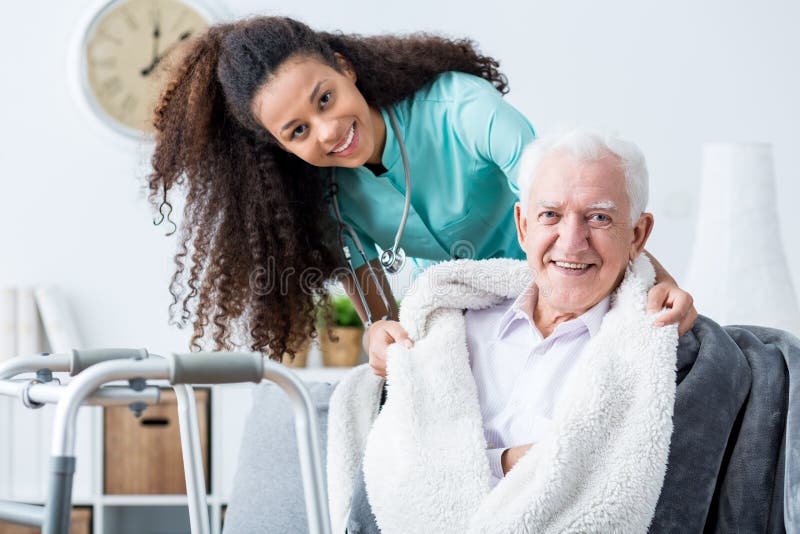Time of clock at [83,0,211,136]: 12:07
